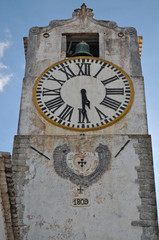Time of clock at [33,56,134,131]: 5:29
